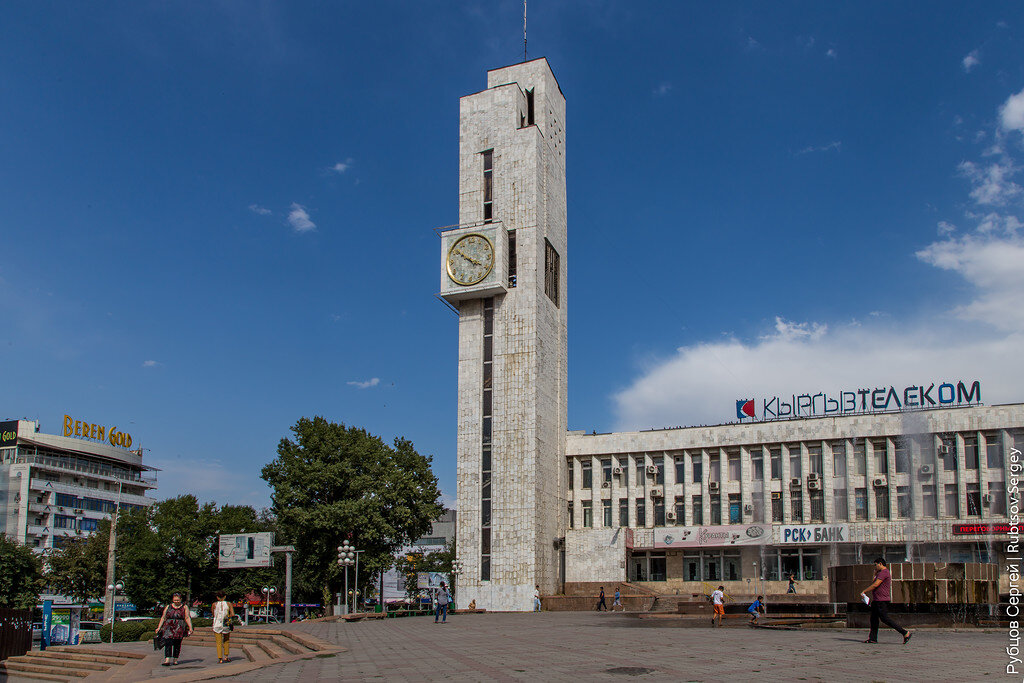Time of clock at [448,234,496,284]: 3:51
